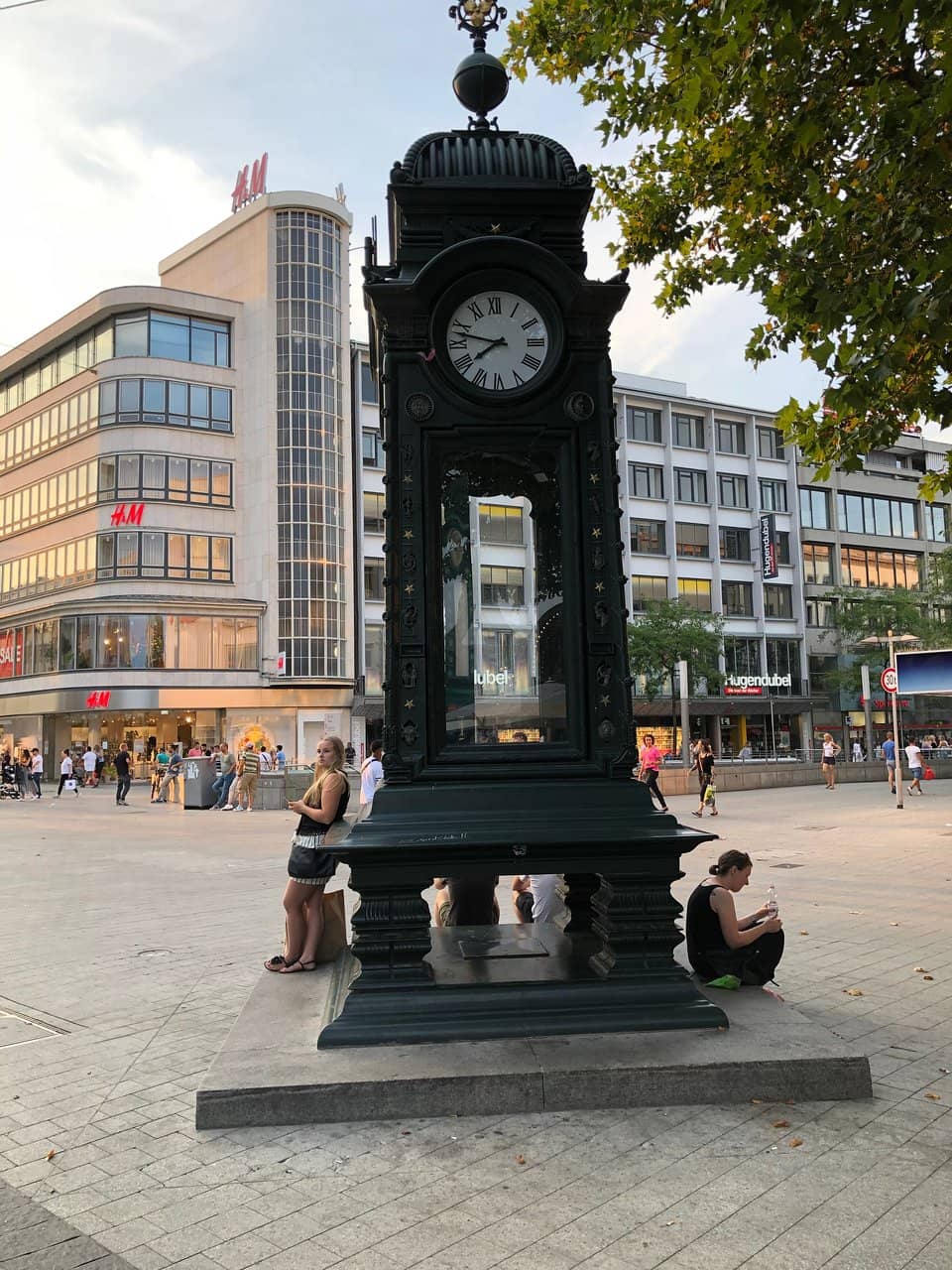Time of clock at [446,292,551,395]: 7:47
